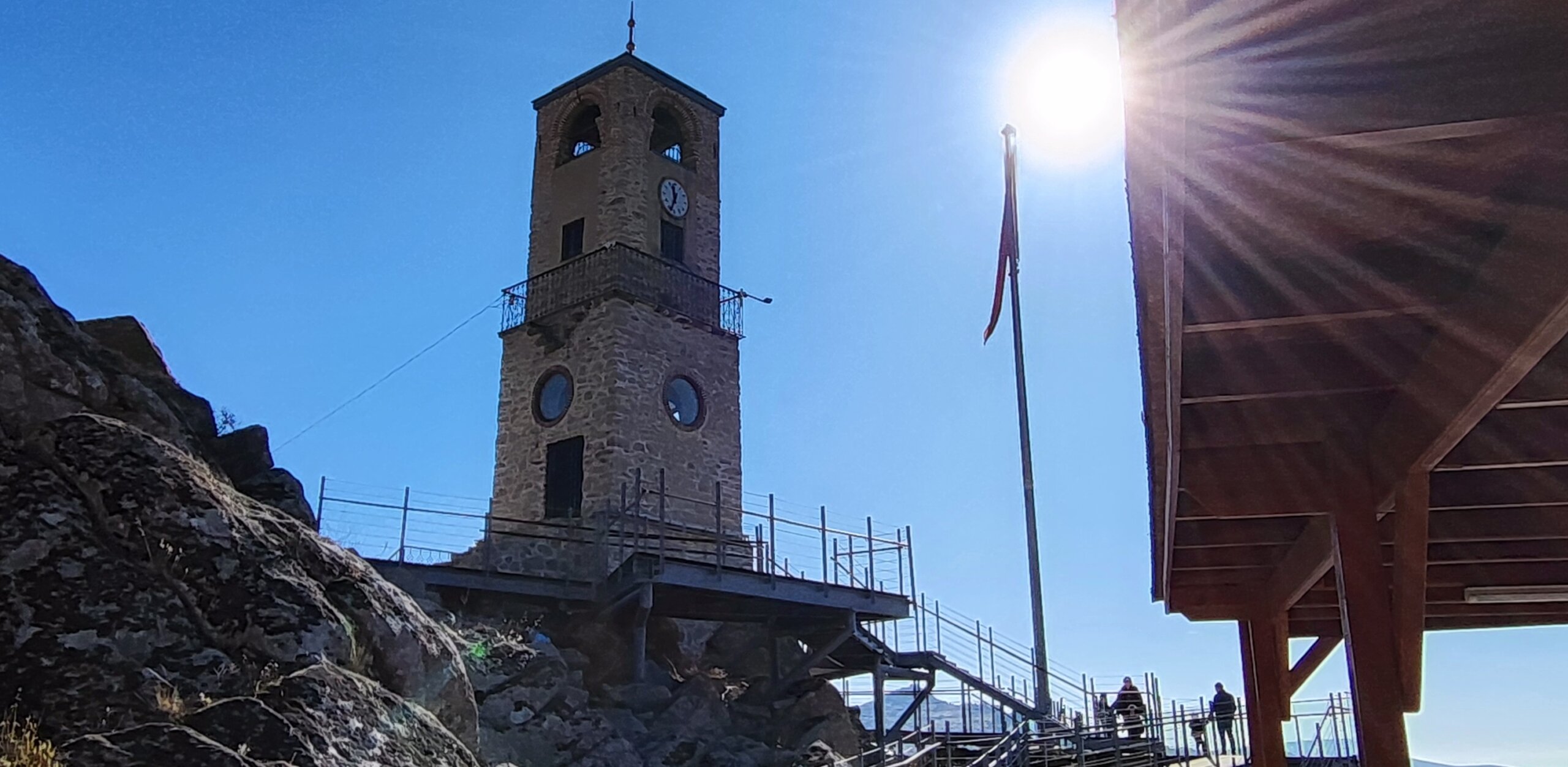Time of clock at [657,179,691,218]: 11:34
